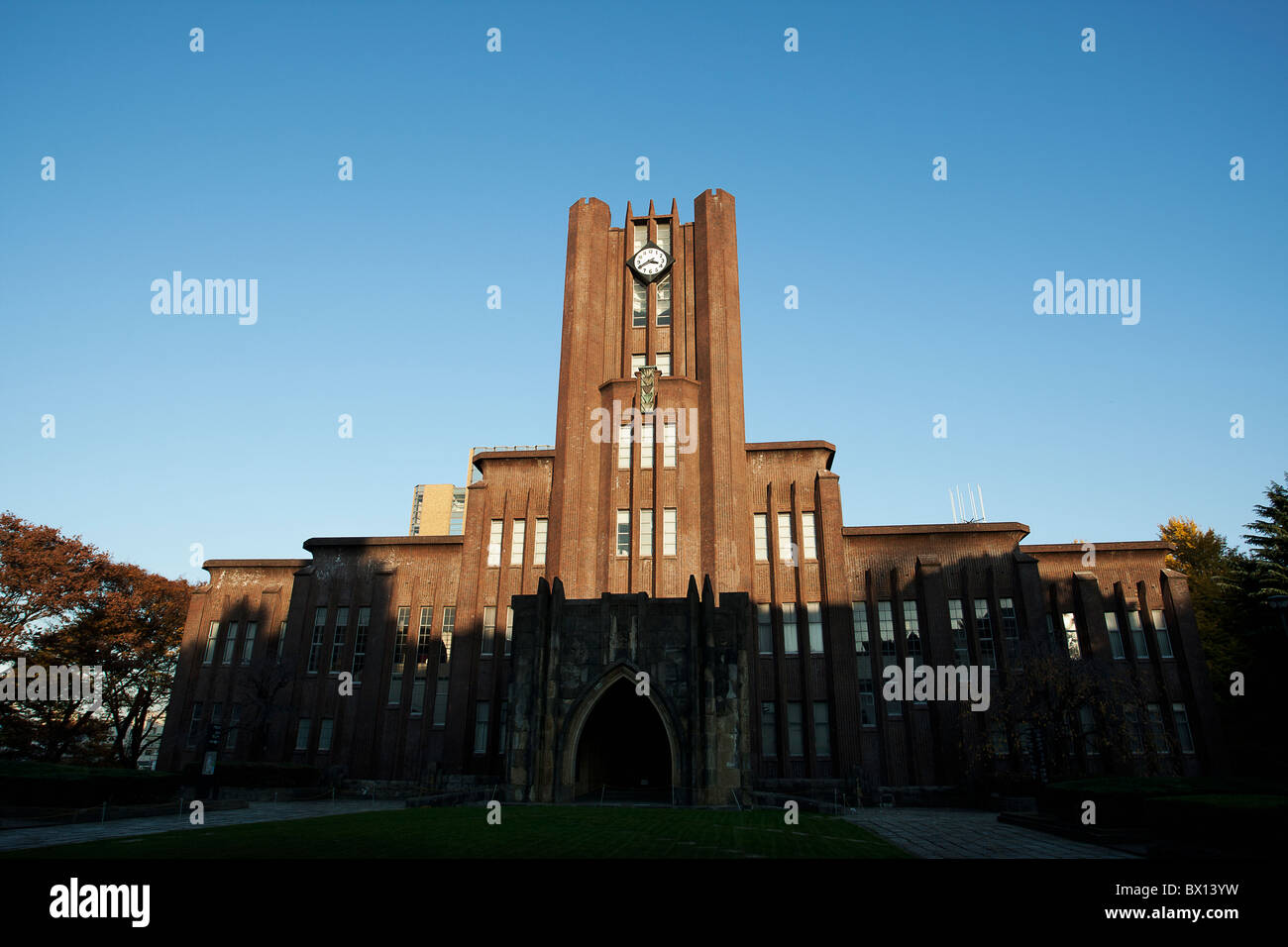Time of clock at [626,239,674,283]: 3:40
